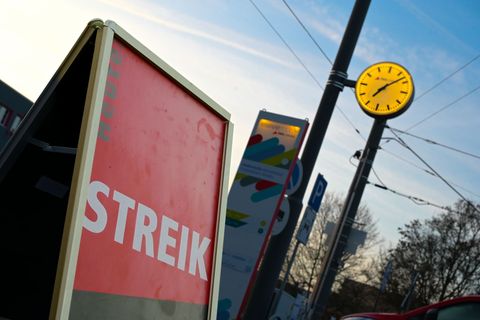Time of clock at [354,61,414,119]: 7:07
